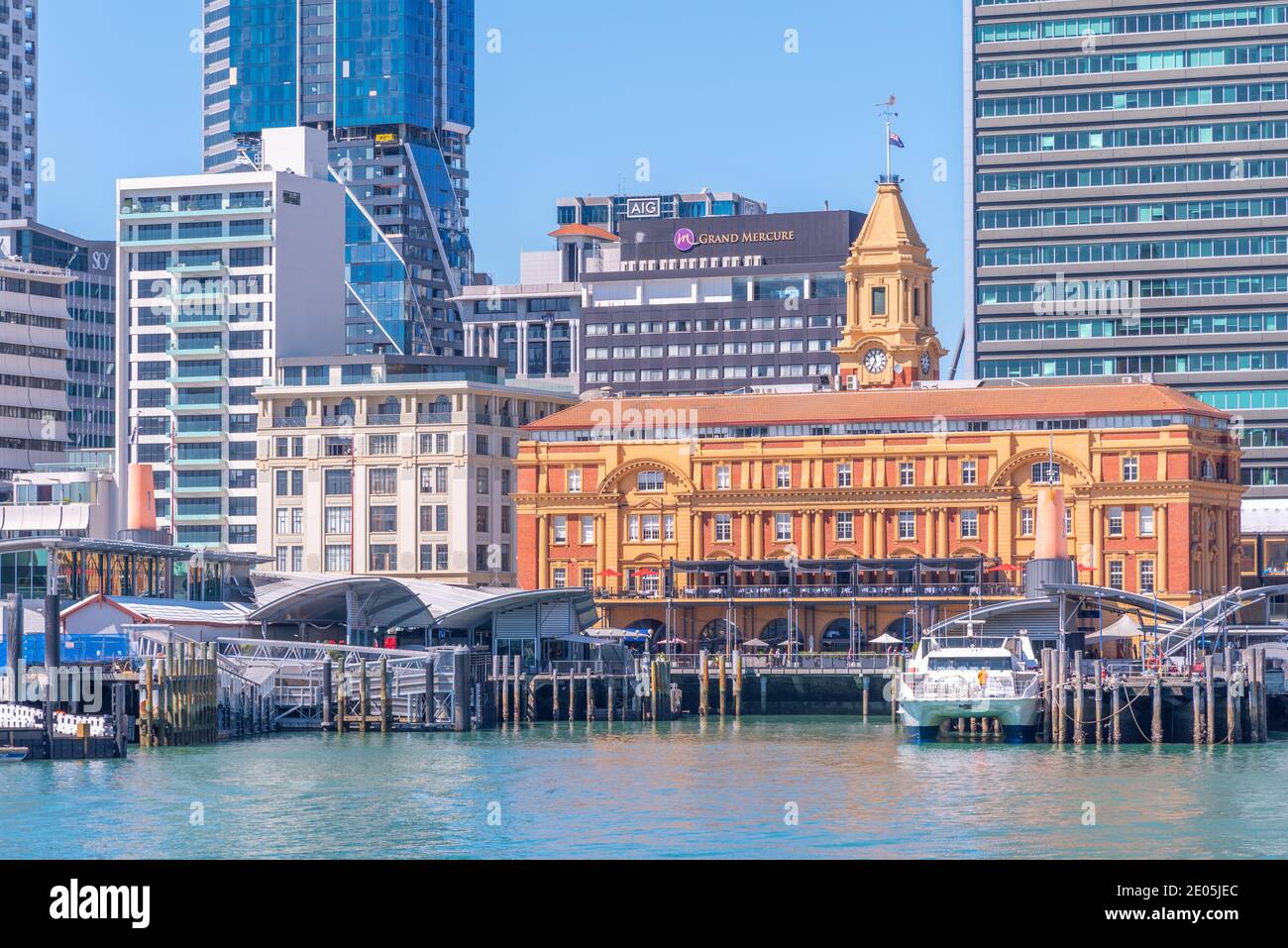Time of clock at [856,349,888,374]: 11:35
